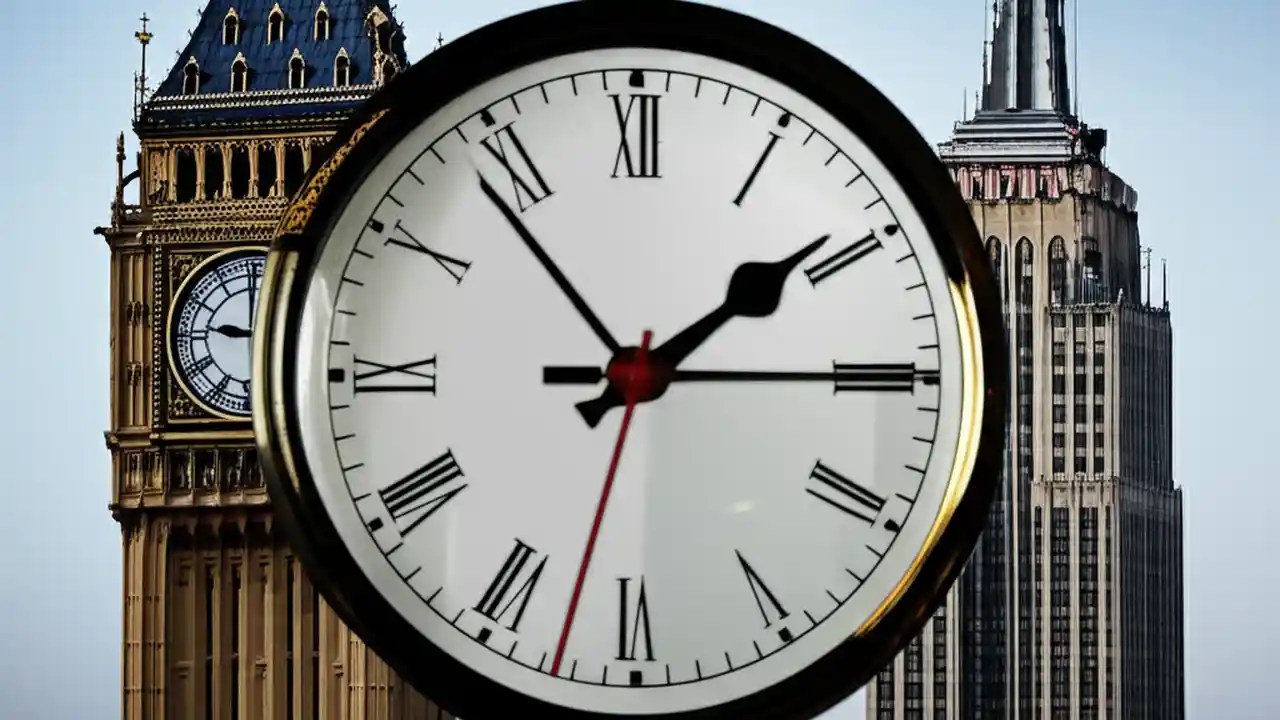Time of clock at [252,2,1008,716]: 1:53
